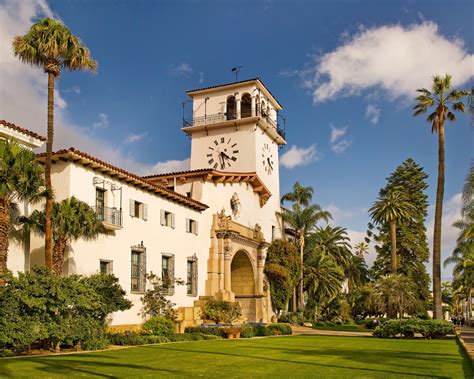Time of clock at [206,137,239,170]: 4:29
